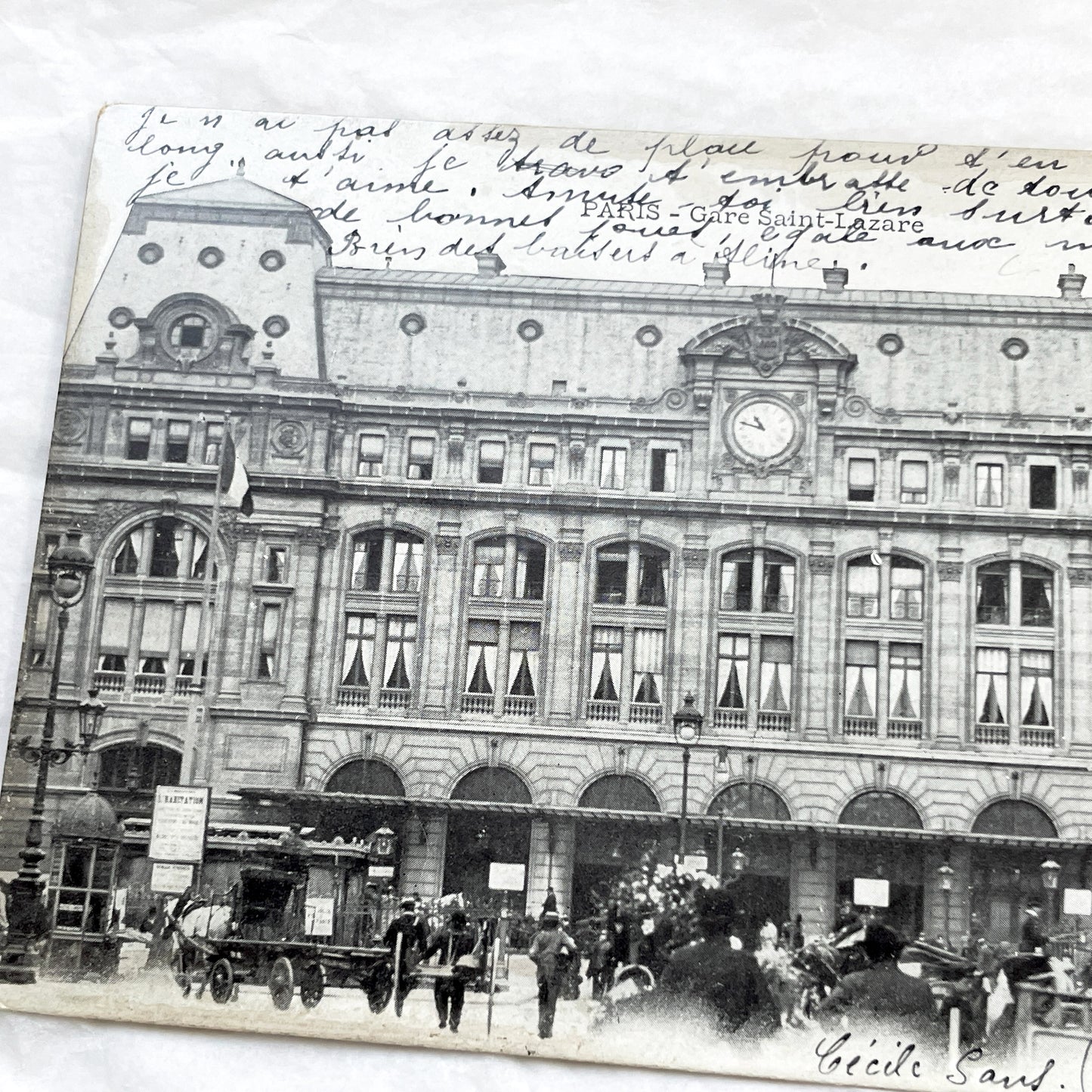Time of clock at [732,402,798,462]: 10:47
